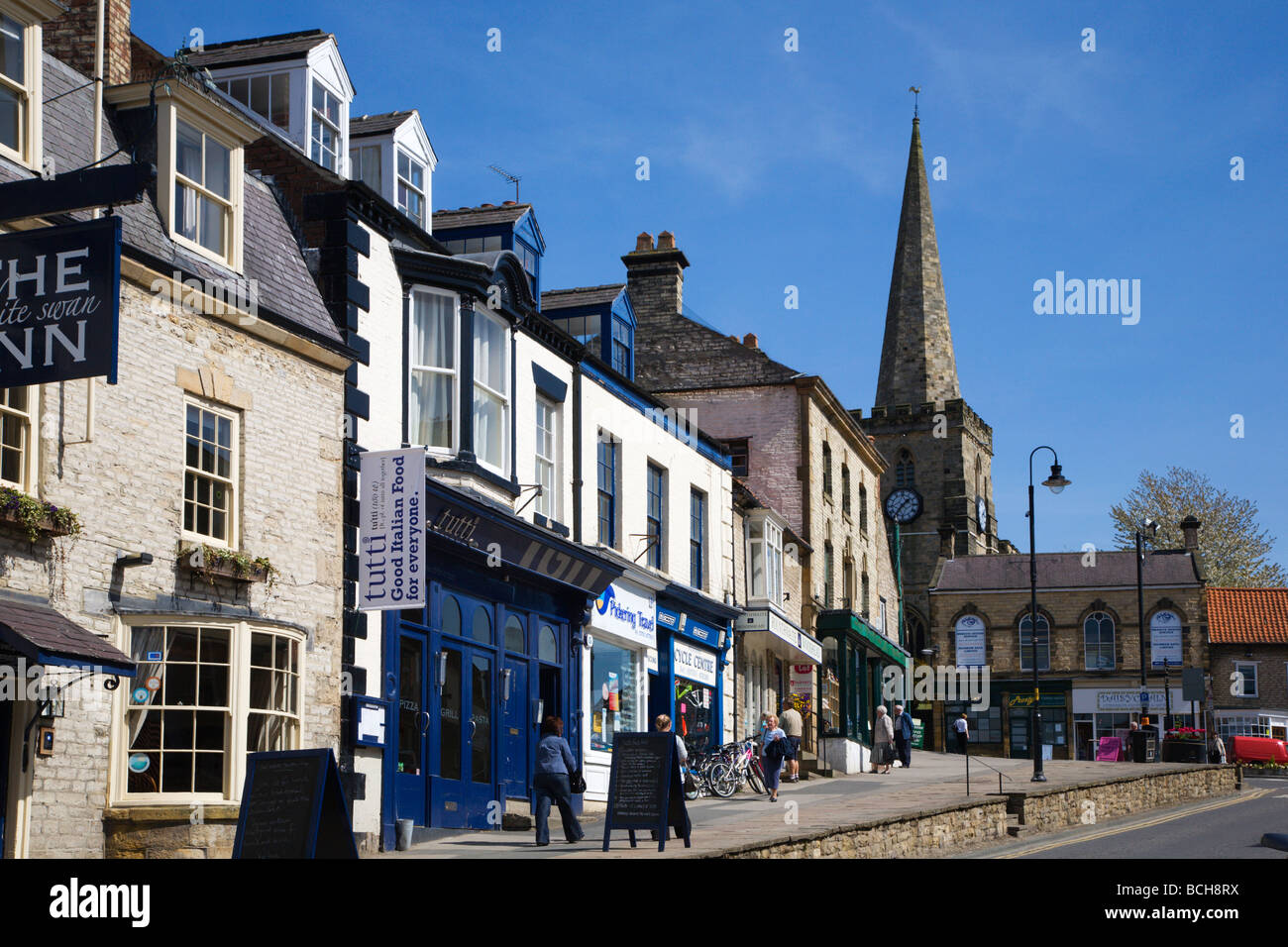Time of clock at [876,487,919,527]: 1:36
